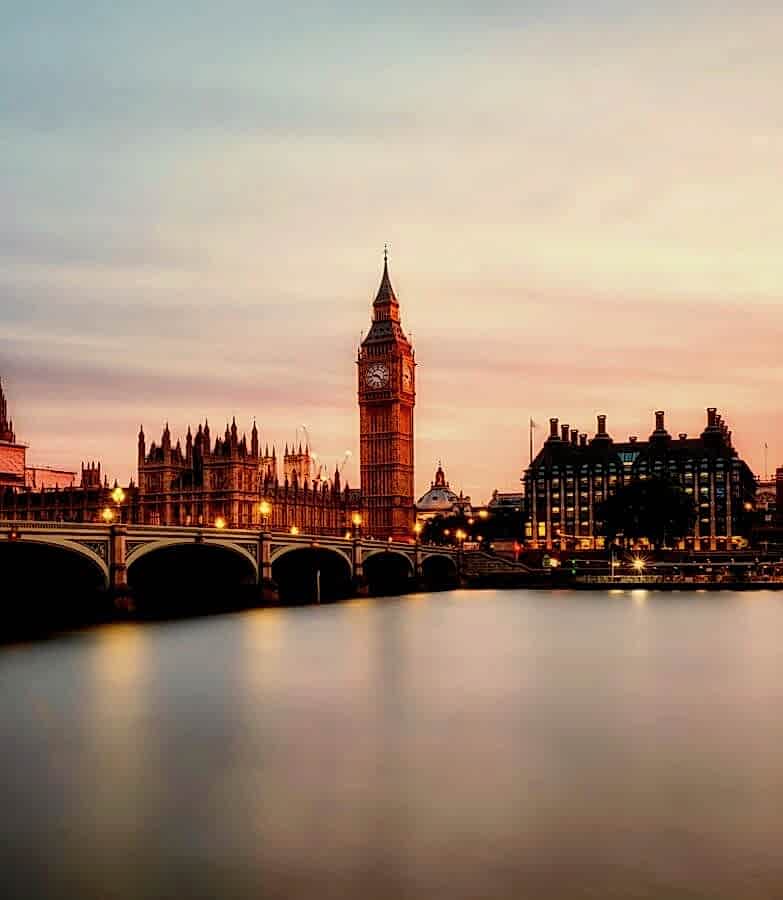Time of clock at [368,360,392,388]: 9:22
